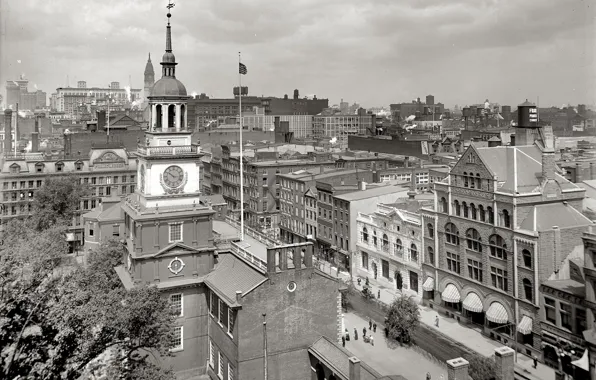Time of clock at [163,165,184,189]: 10:16
